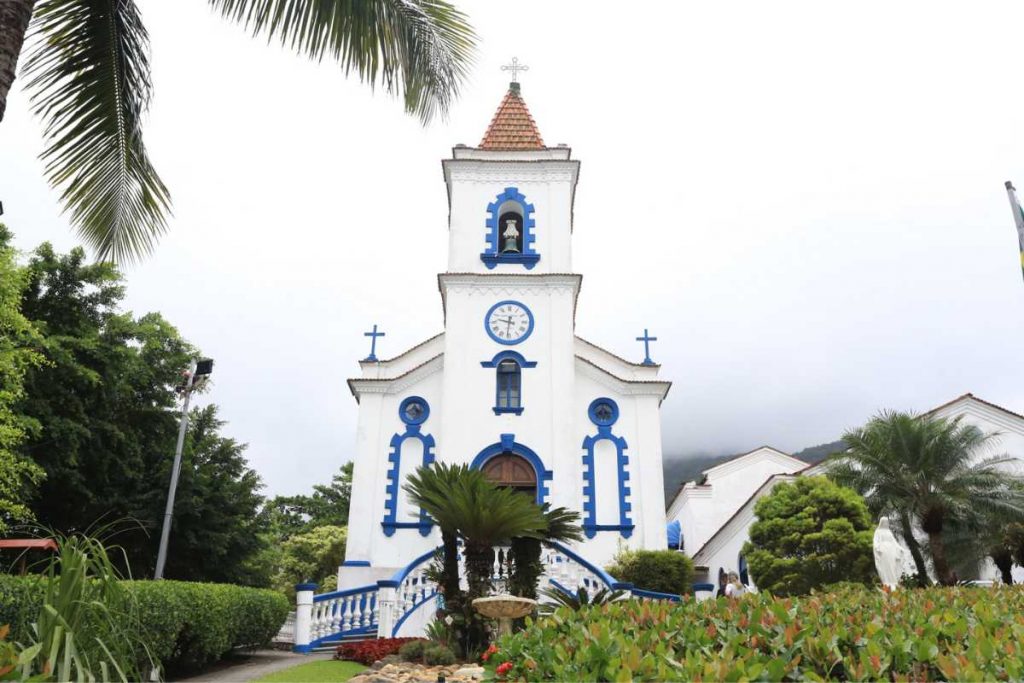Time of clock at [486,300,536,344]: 9:31
